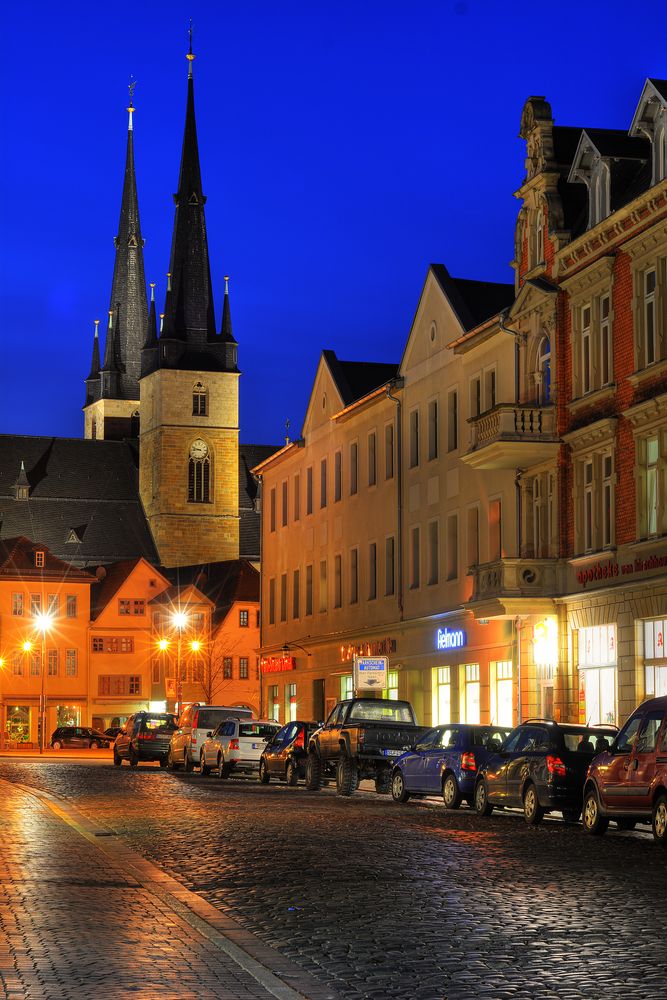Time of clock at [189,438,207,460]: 8:48
